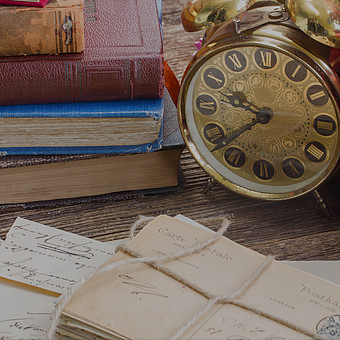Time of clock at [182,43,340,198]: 9:38
